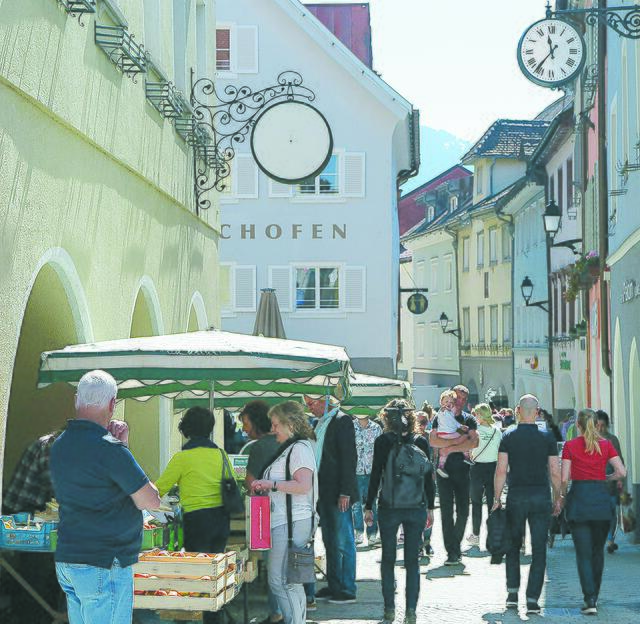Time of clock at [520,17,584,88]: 11:36
